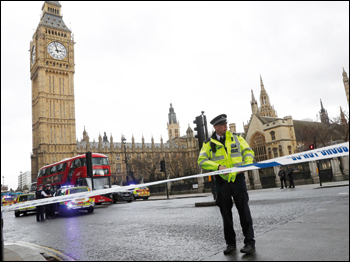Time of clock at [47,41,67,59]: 2:57
